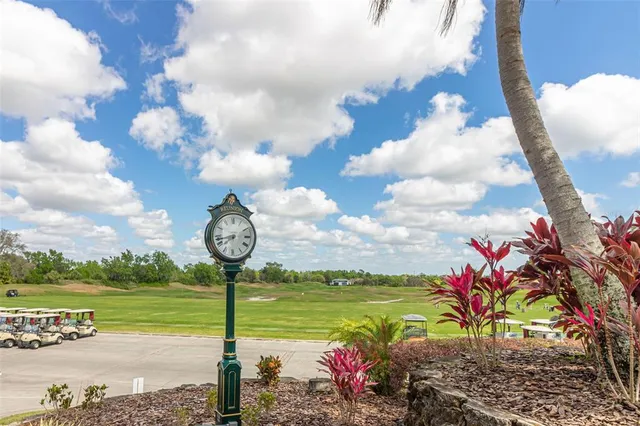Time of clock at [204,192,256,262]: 7:42
